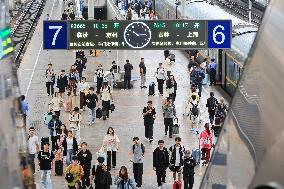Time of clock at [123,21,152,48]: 10:14
